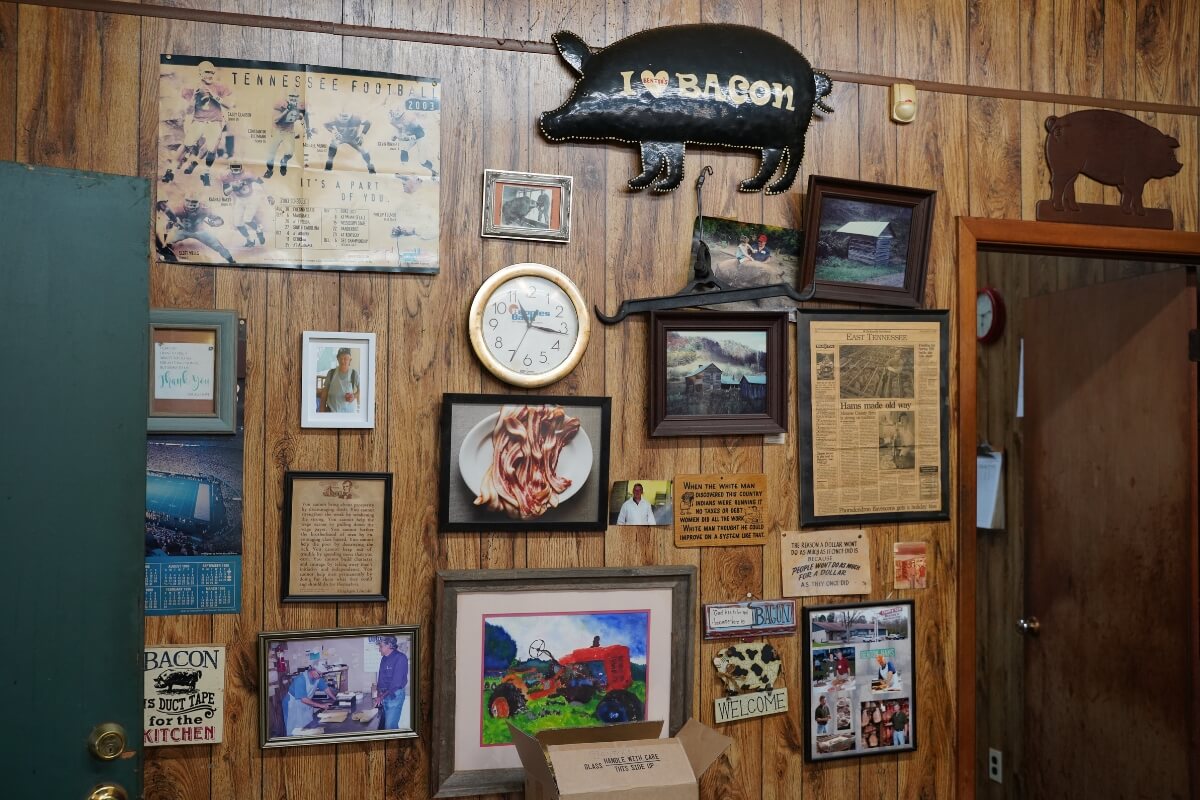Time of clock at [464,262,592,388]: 11:16
